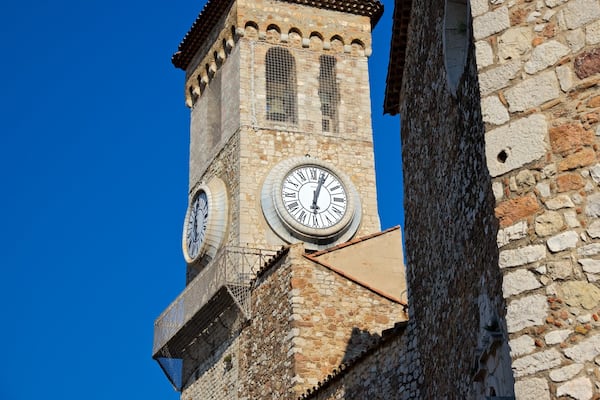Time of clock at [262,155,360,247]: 6:03
